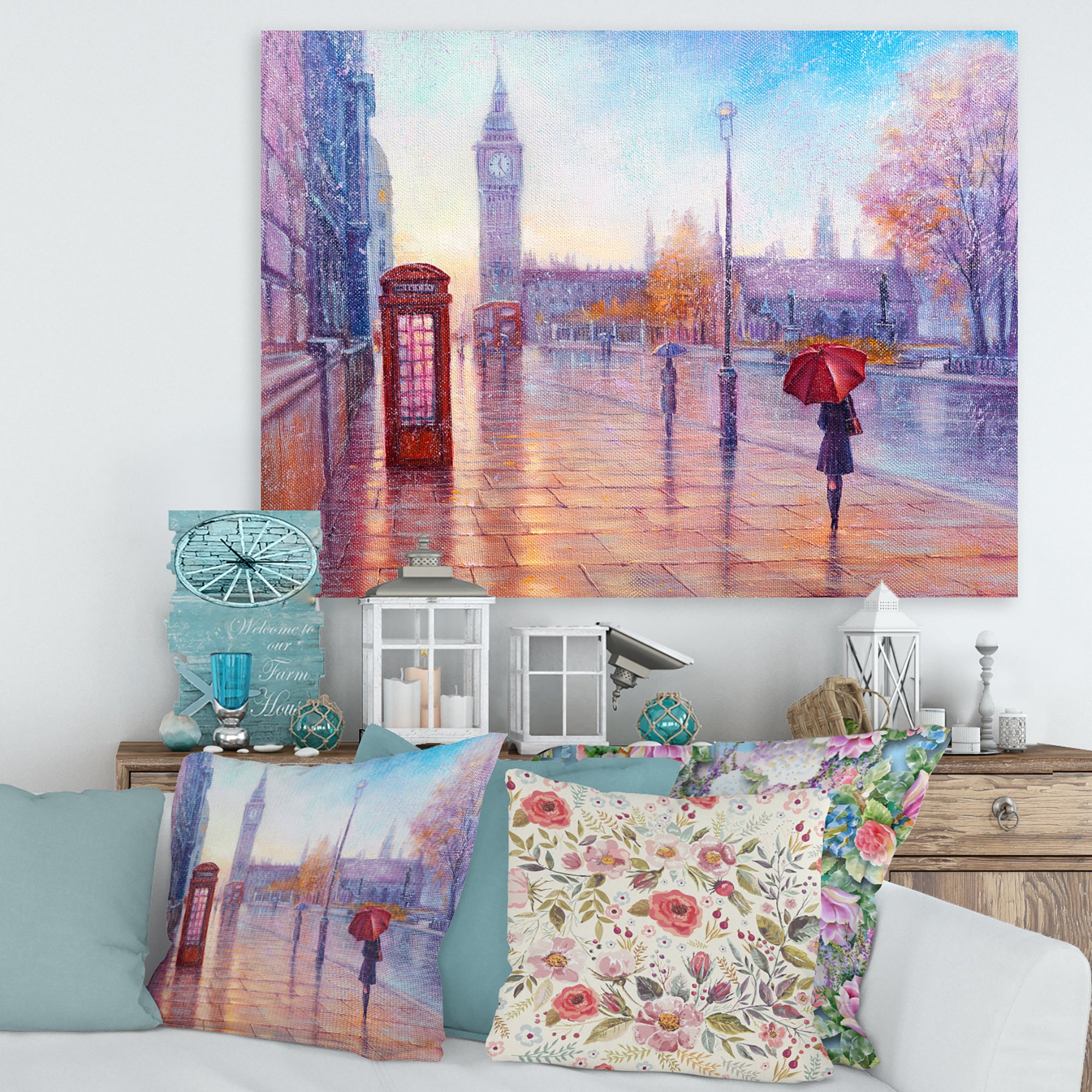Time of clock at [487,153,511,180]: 12:23
